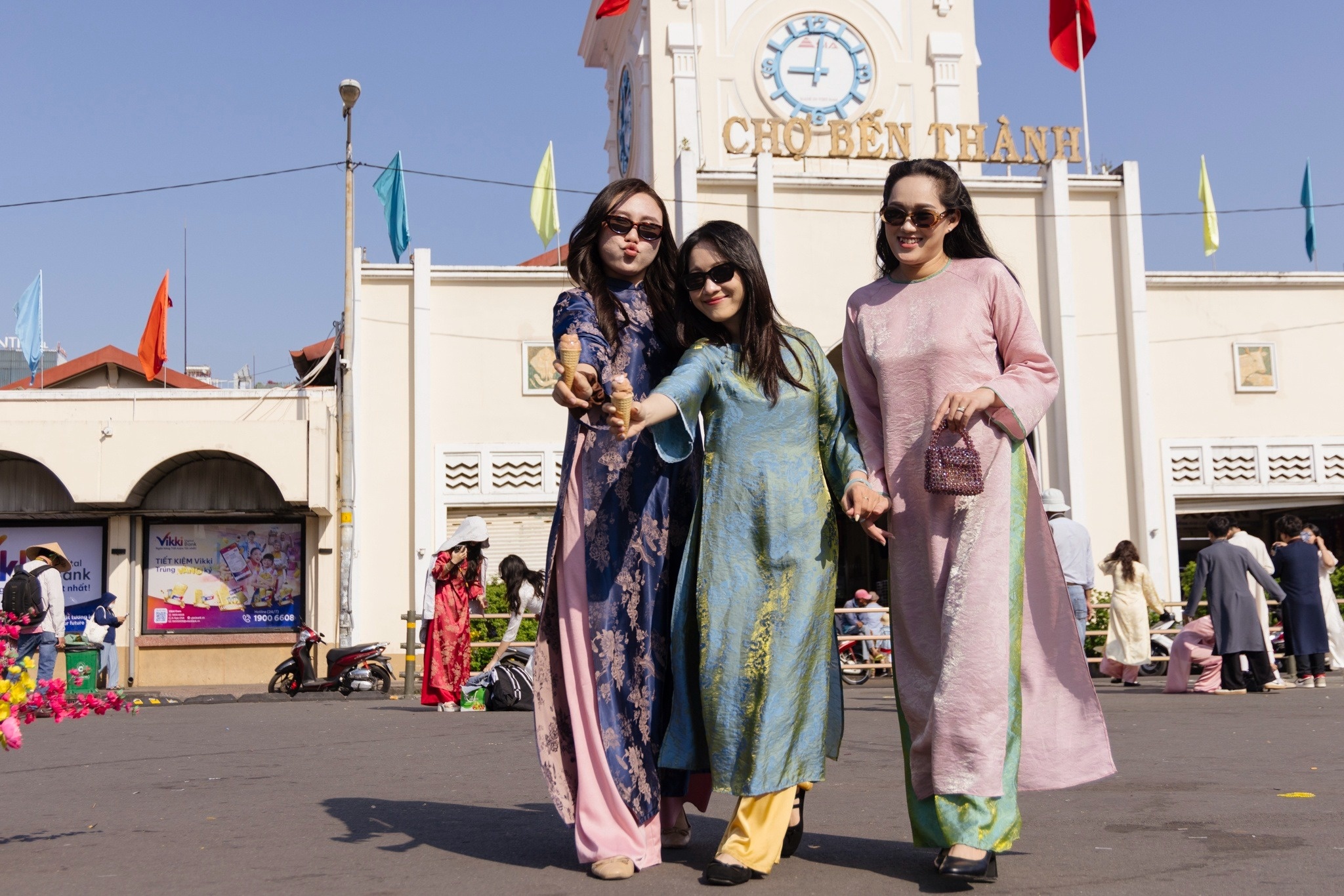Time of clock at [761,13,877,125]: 9:01
